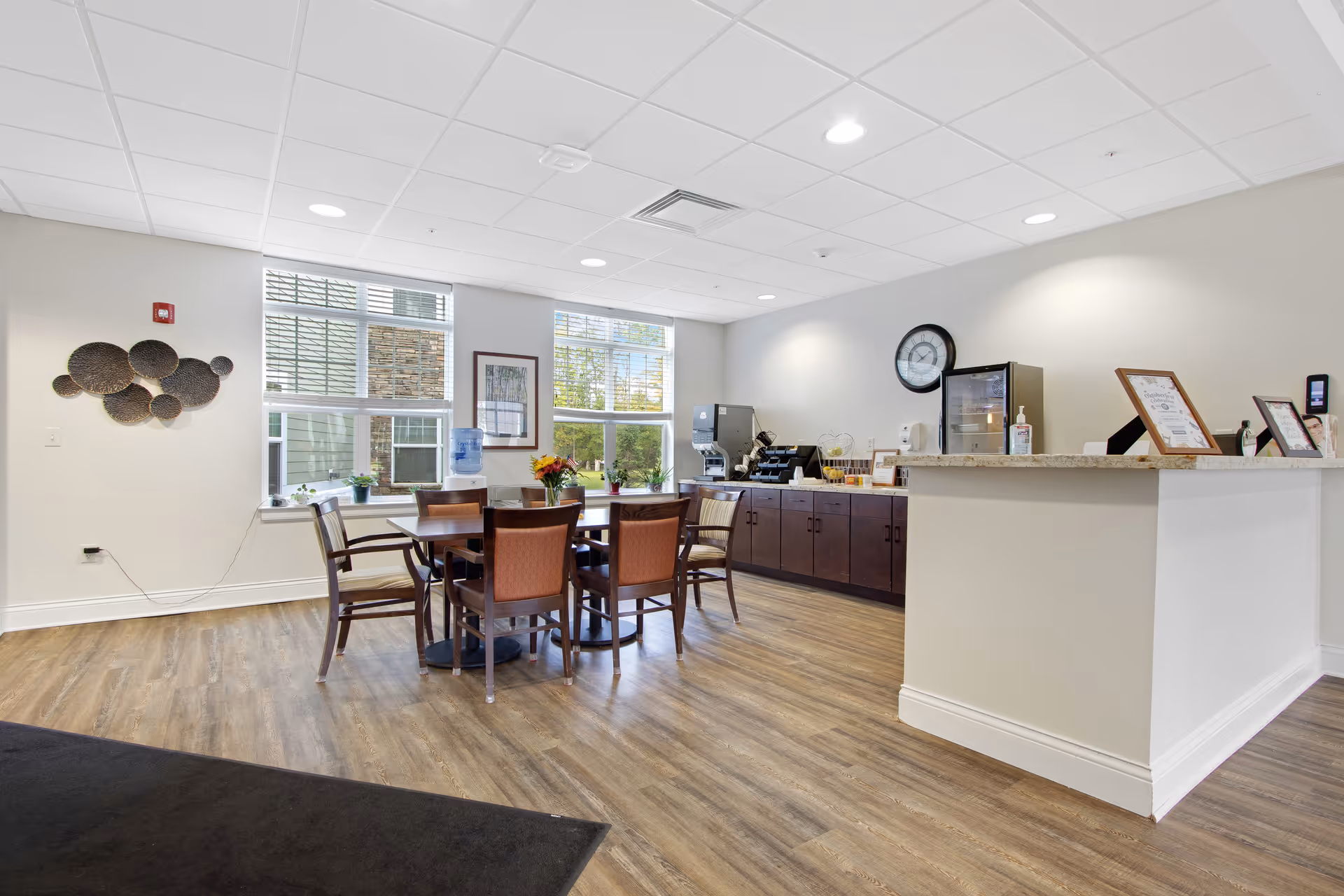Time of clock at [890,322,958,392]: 1:52
